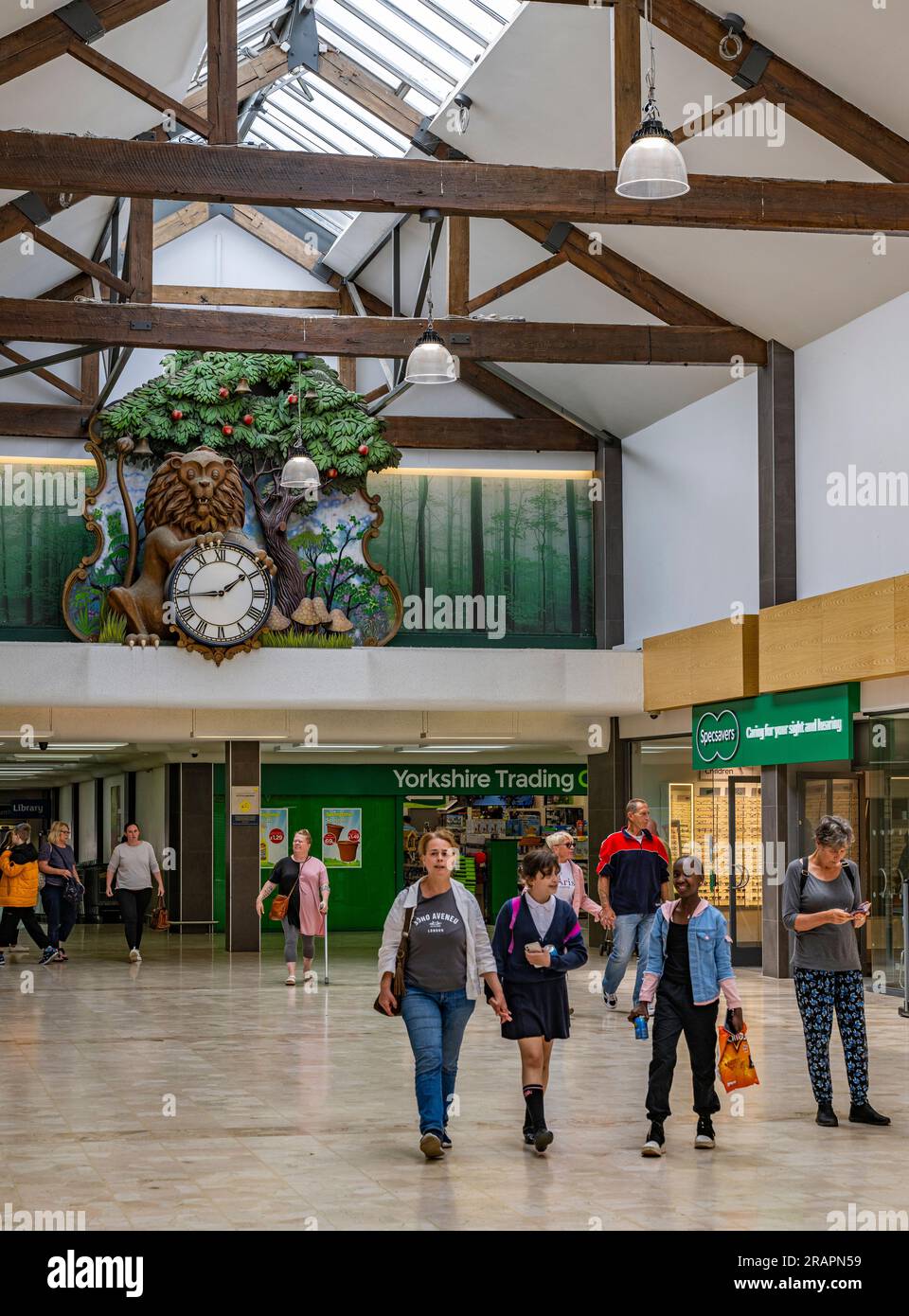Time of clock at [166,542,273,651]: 1:44
